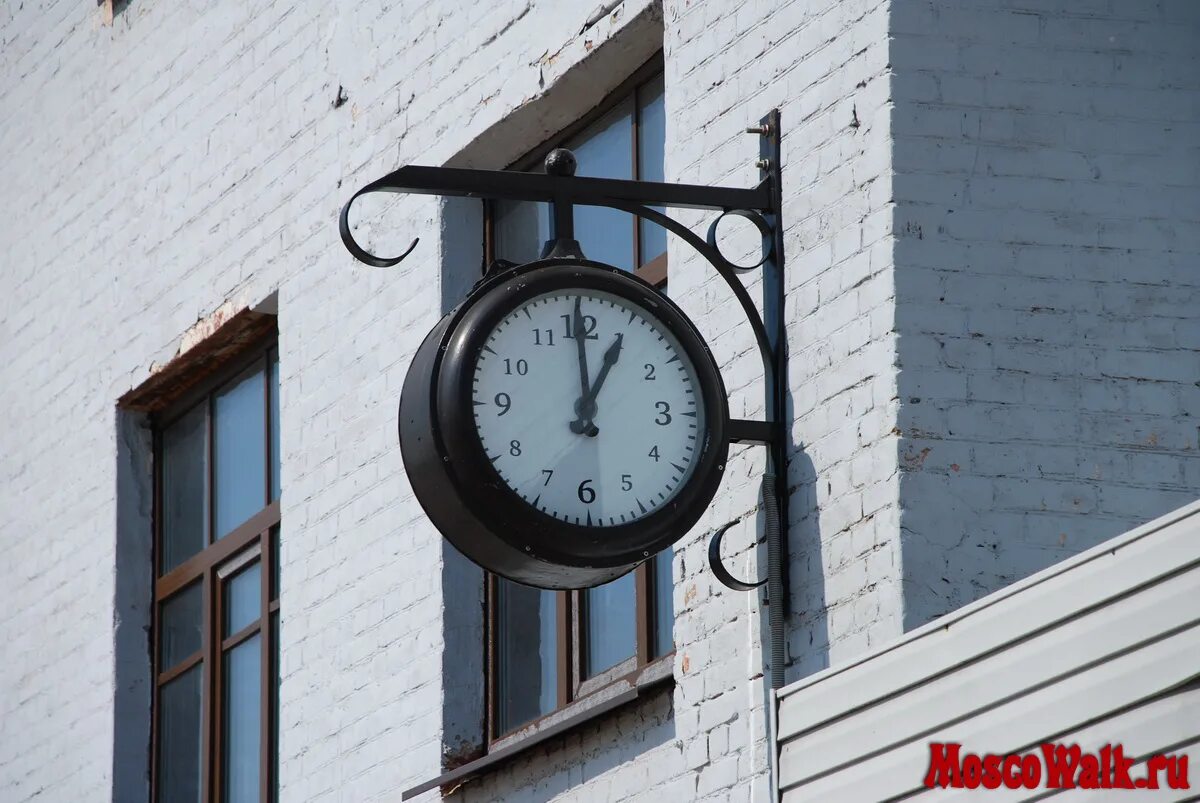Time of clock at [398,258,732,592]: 12:59
